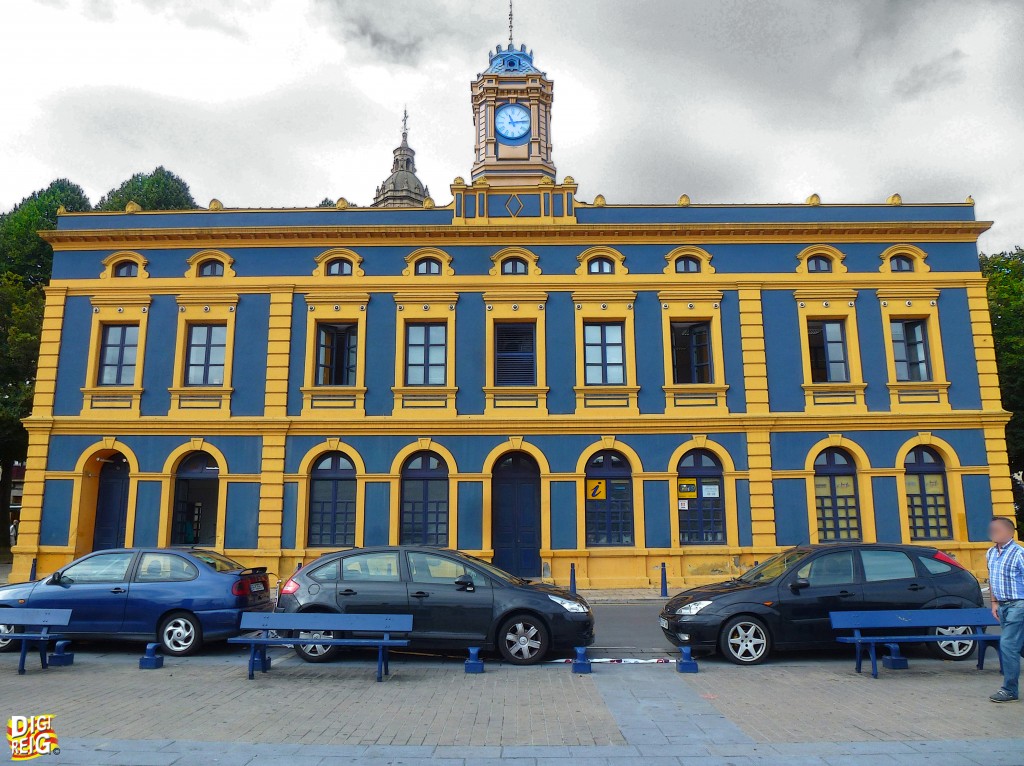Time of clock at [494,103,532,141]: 11:13
